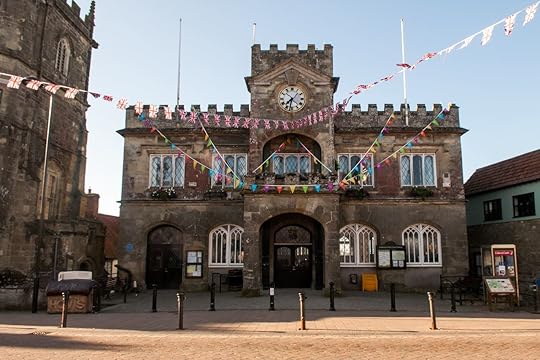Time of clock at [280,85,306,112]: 7:32
